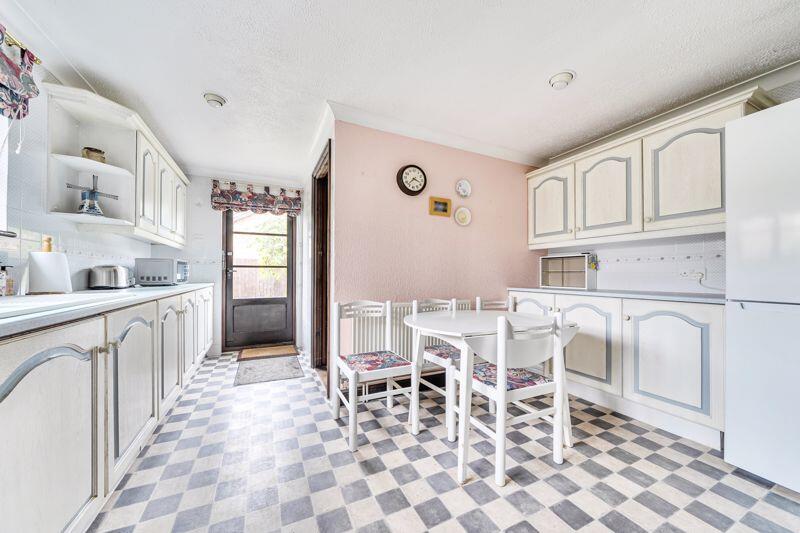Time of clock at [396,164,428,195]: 3:37
